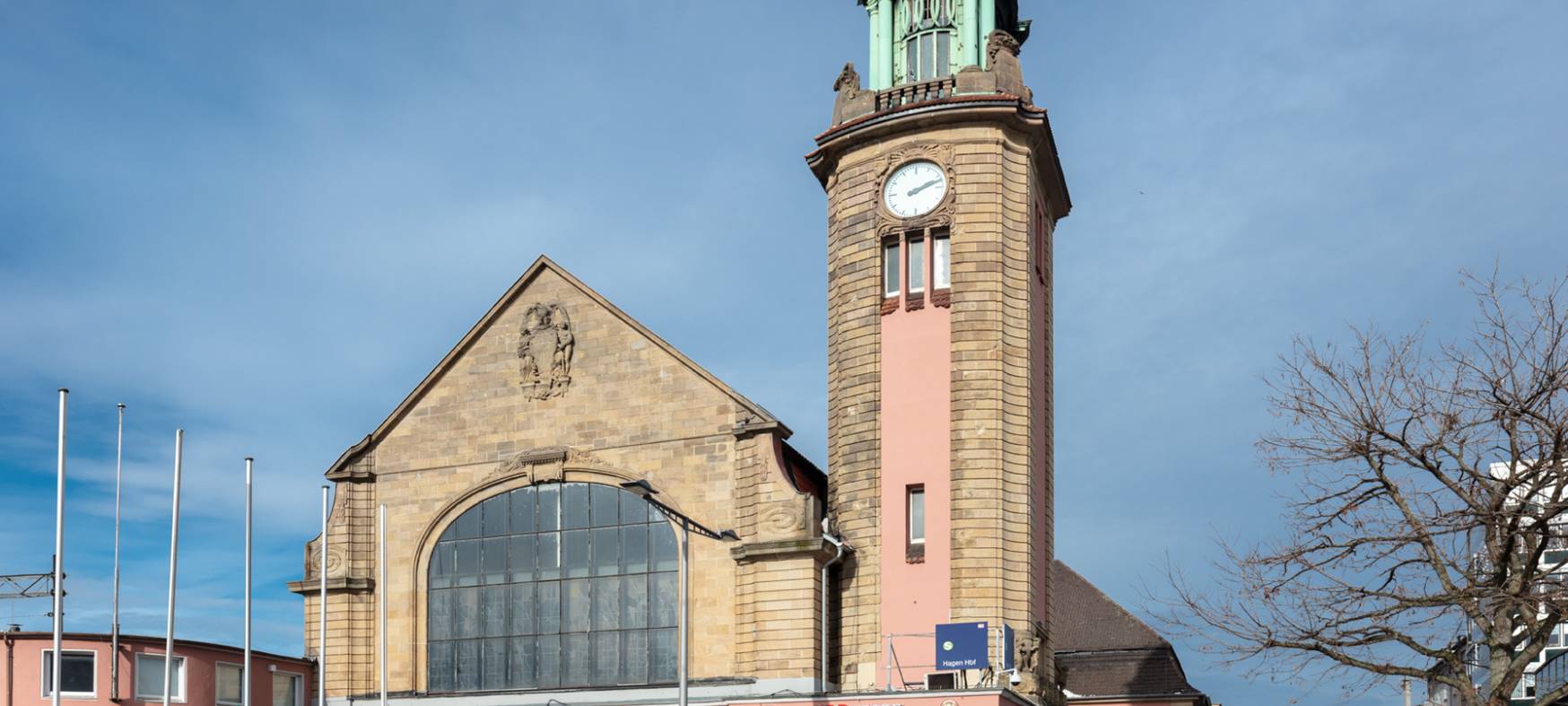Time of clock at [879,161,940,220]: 2:12
